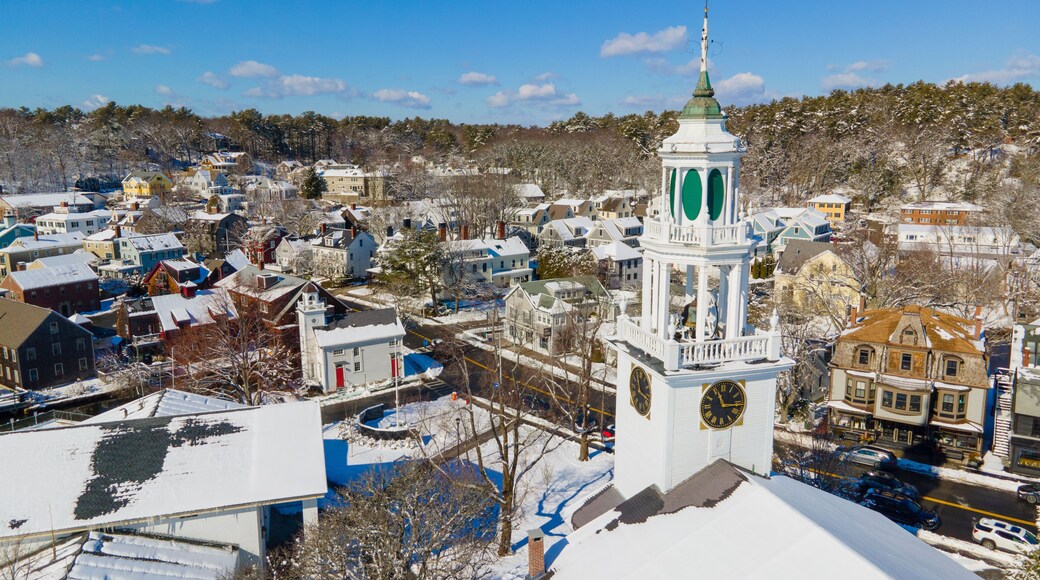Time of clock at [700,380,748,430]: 11:15
